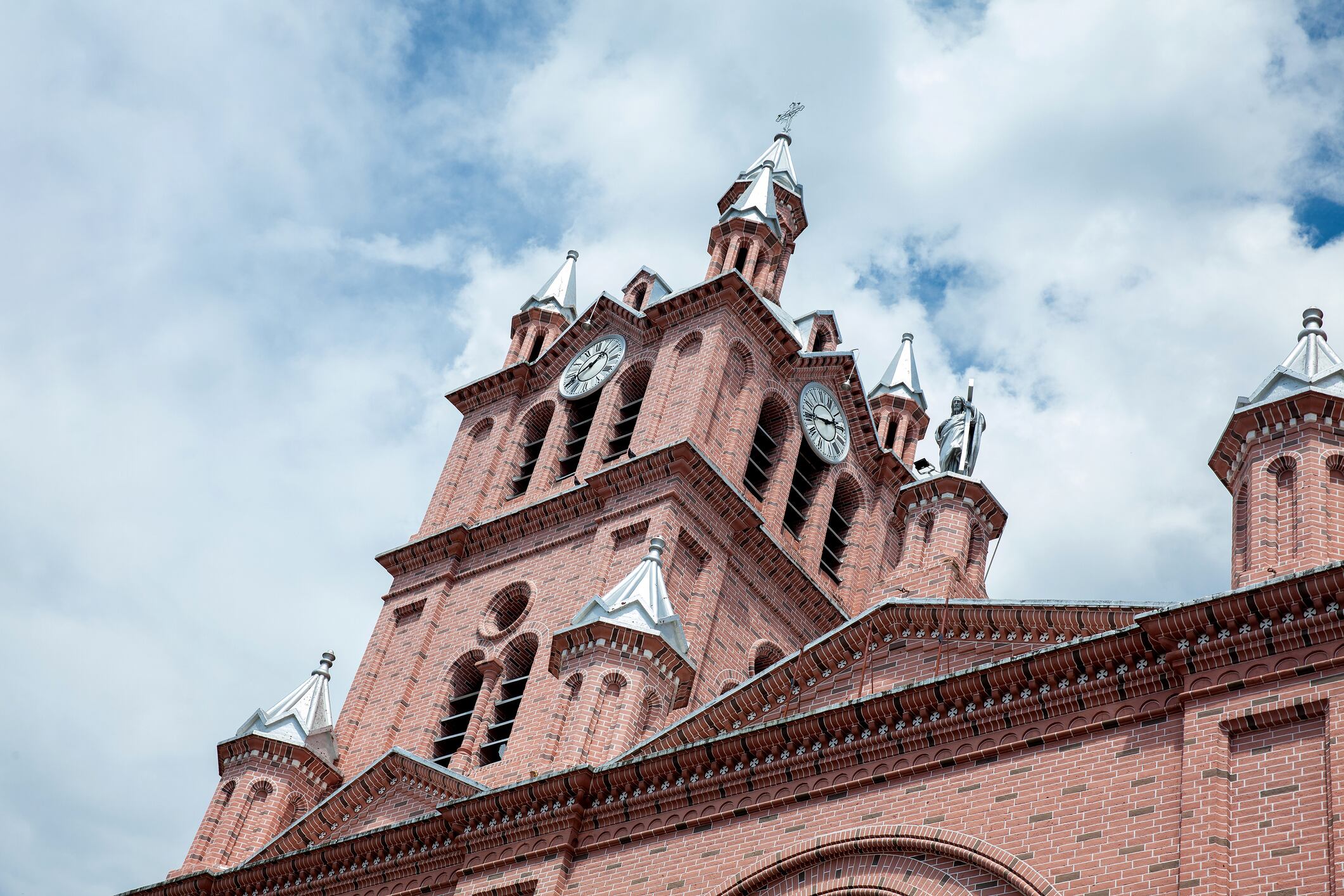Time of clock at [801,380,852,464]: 2:46
